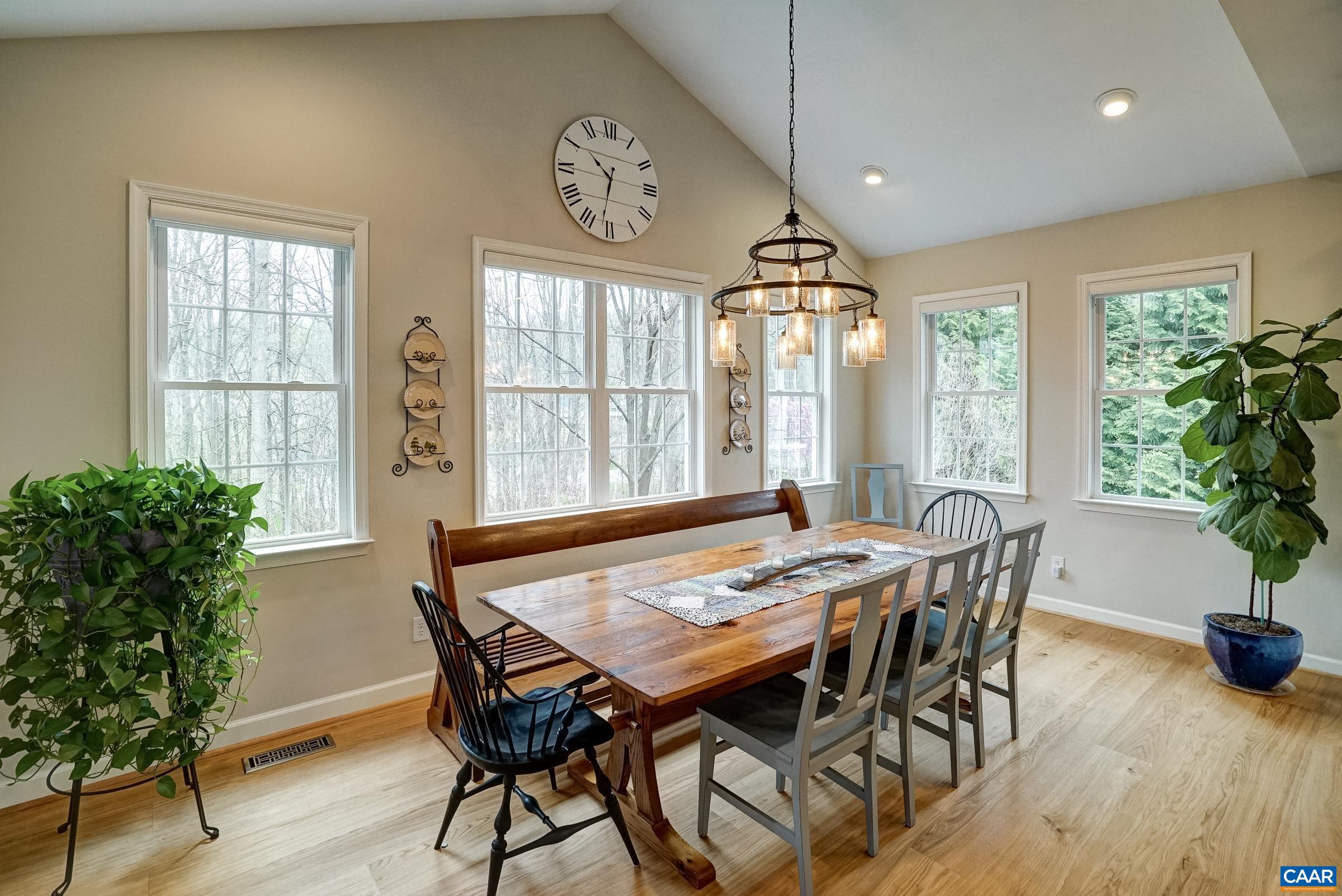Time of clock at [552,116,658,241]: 10:31
